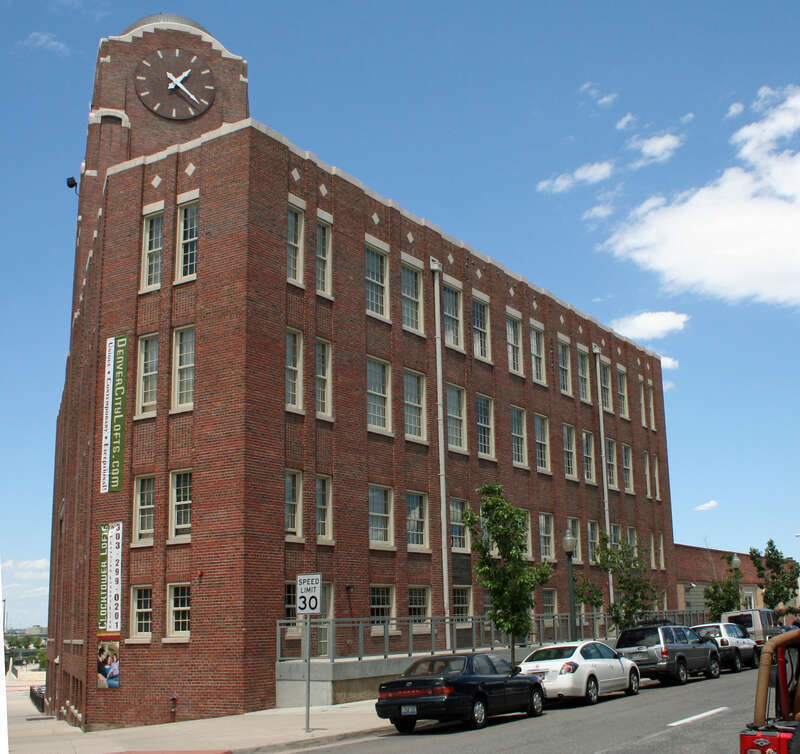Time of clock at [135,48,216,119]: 1:21
